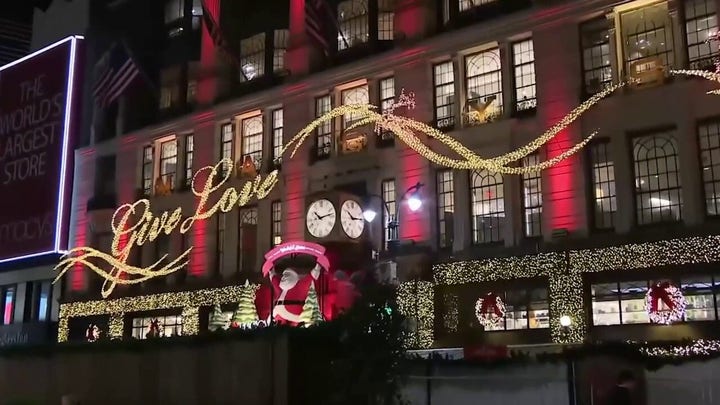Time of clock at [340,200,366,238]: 10:13
